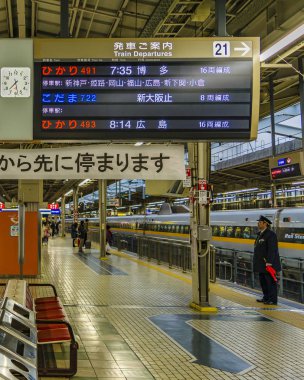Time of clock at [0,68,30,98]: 7:28
